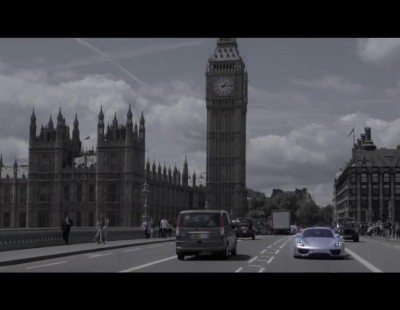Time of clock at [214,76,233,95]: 1:13
